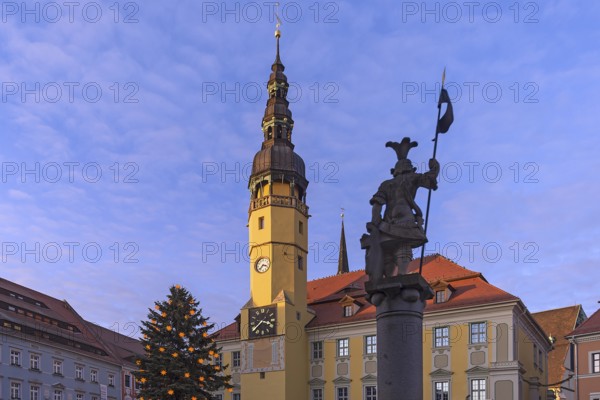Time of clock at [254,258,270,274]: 3:37
